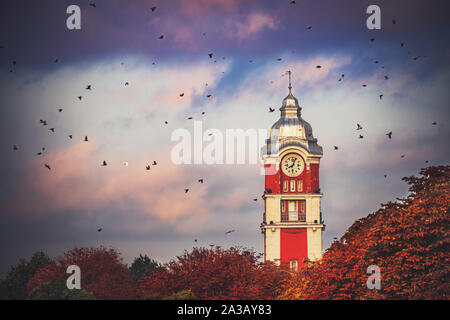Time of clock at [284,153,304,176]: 8:03
